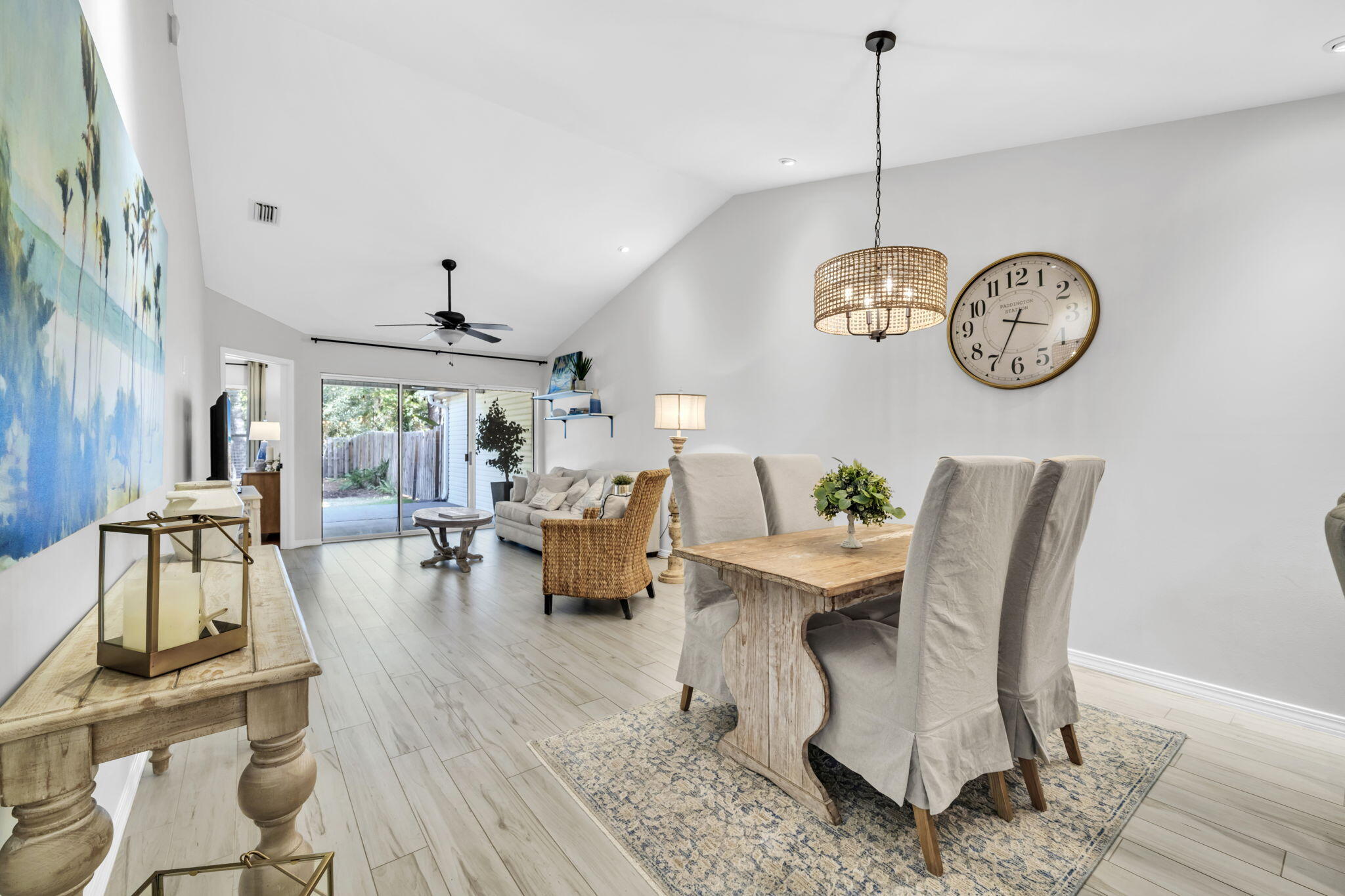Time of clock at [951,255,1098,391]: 3:34
